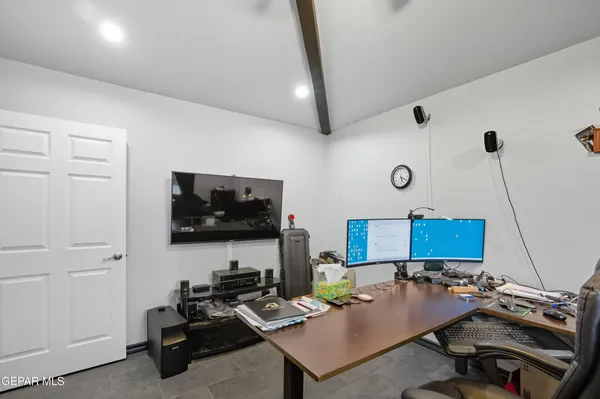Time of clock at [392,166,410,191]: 5:19
